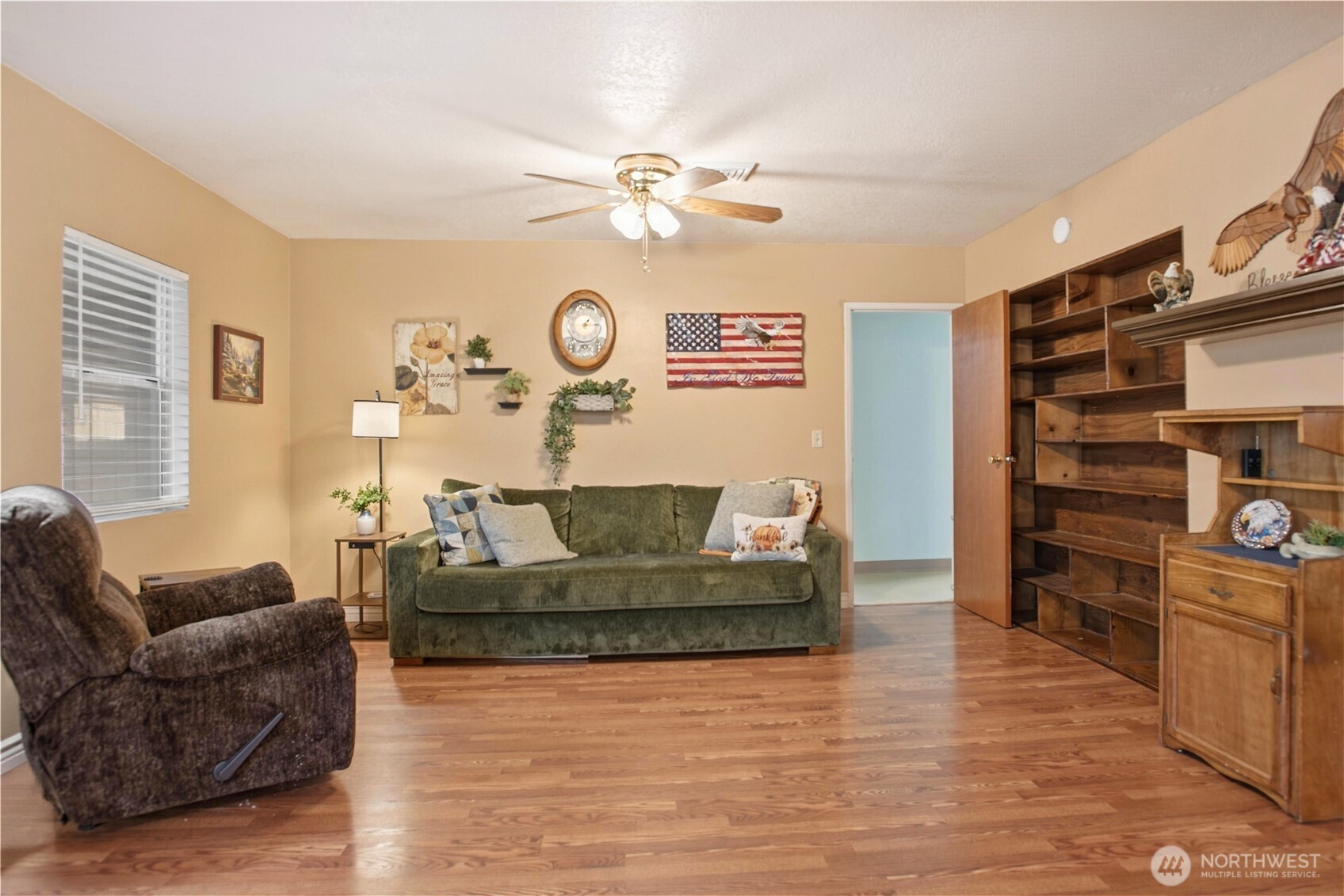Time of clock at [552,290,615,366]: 1:13
